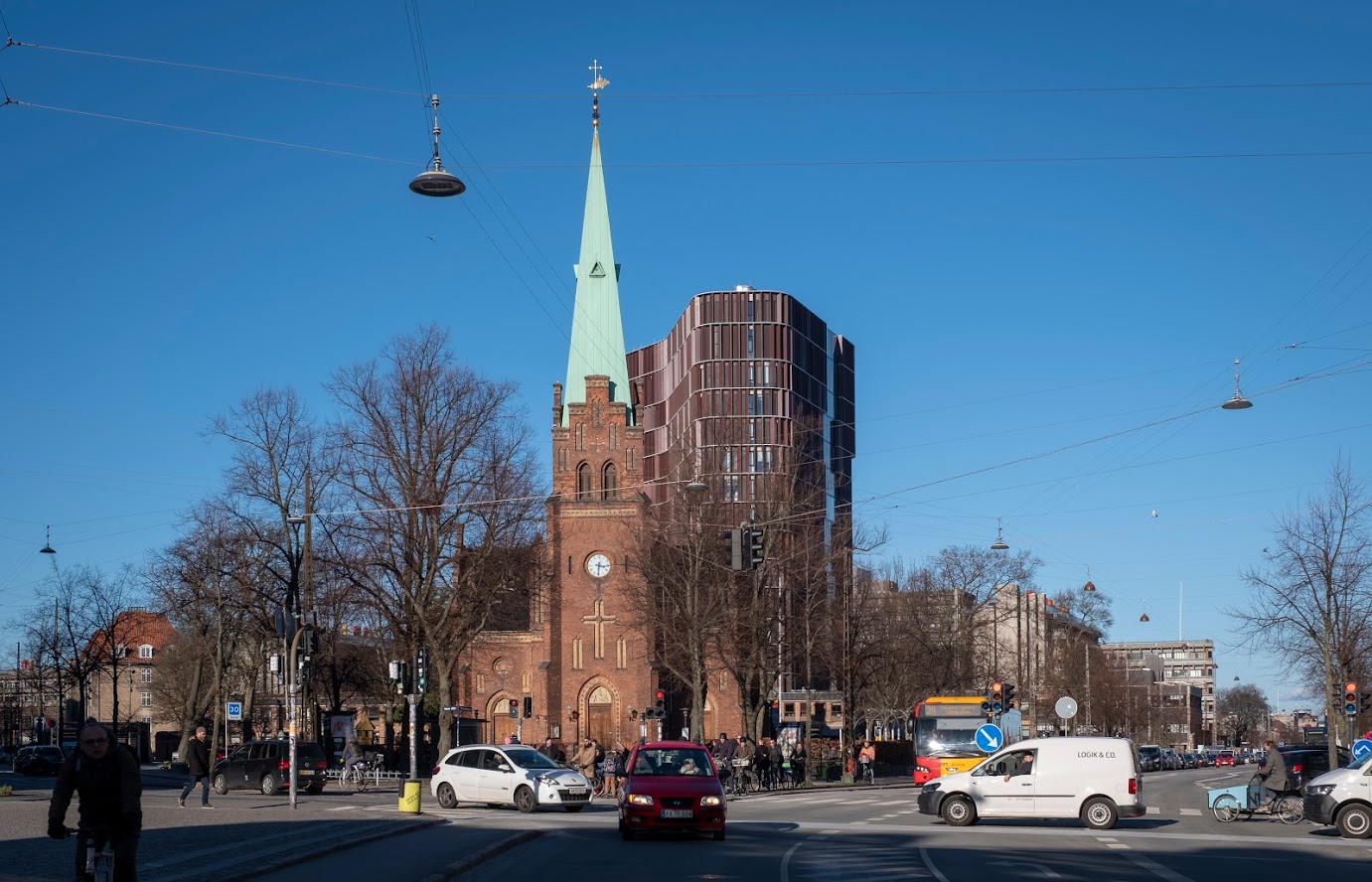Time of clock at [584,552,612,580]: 3:30
